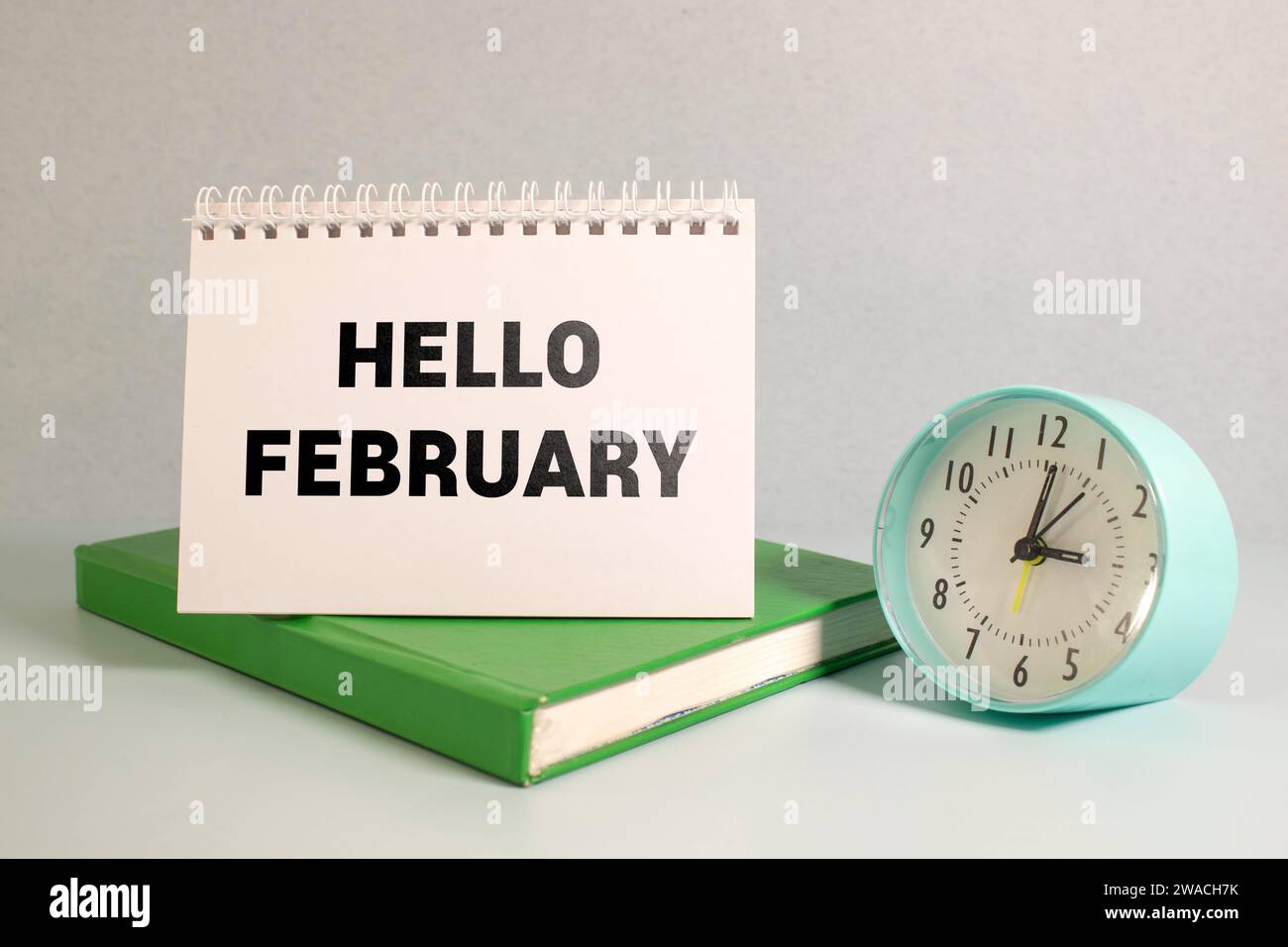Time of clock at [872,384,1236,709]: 3:01
